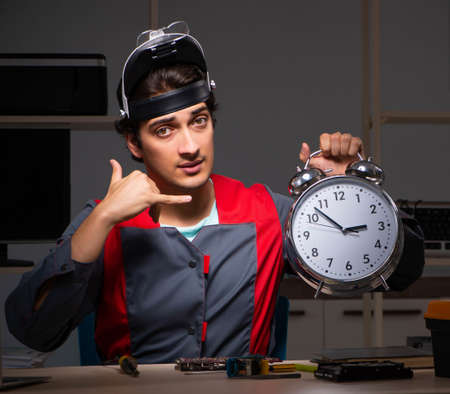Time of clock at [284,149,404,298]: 2:52
